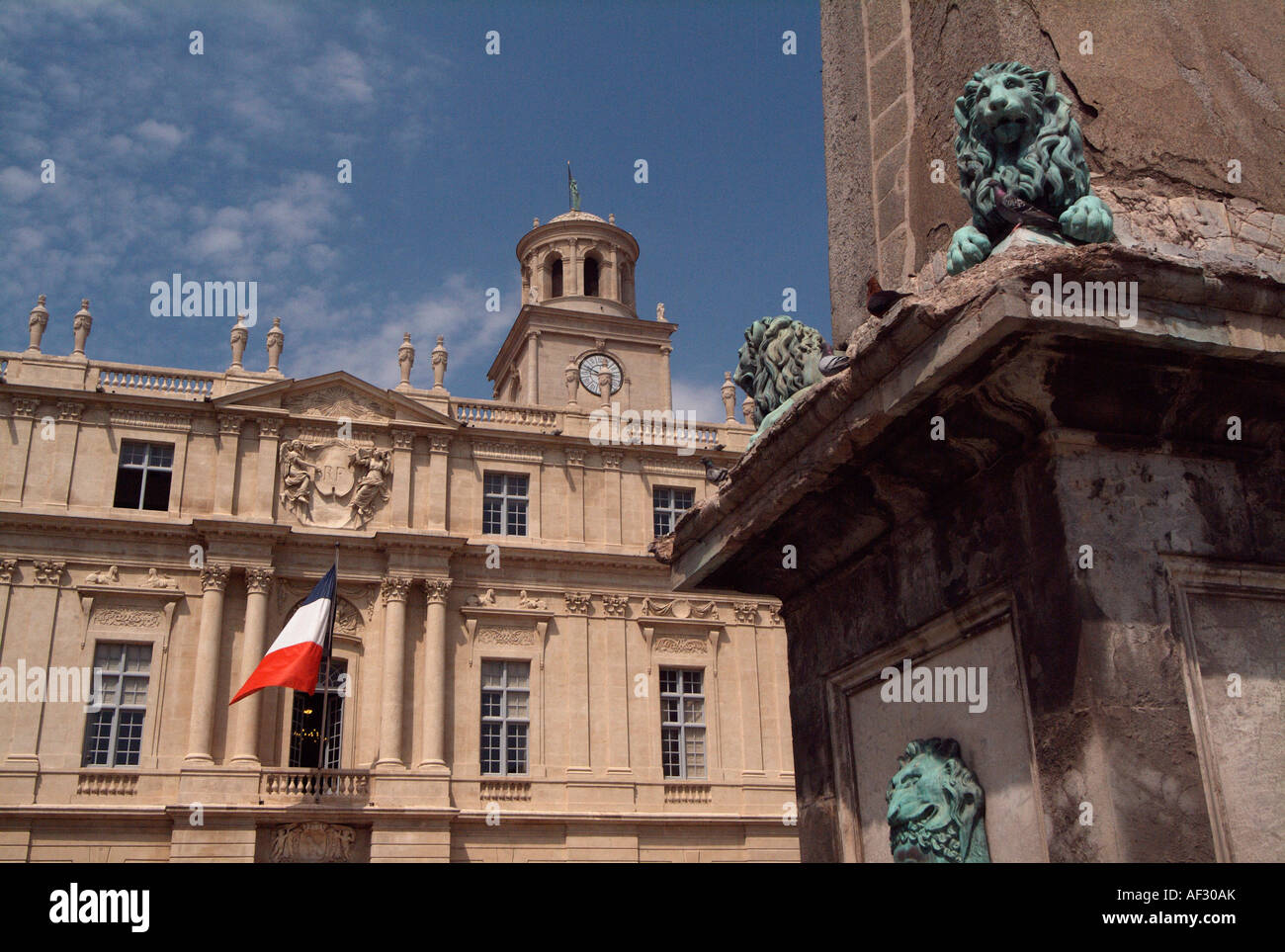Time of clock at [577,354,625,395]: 2:48
